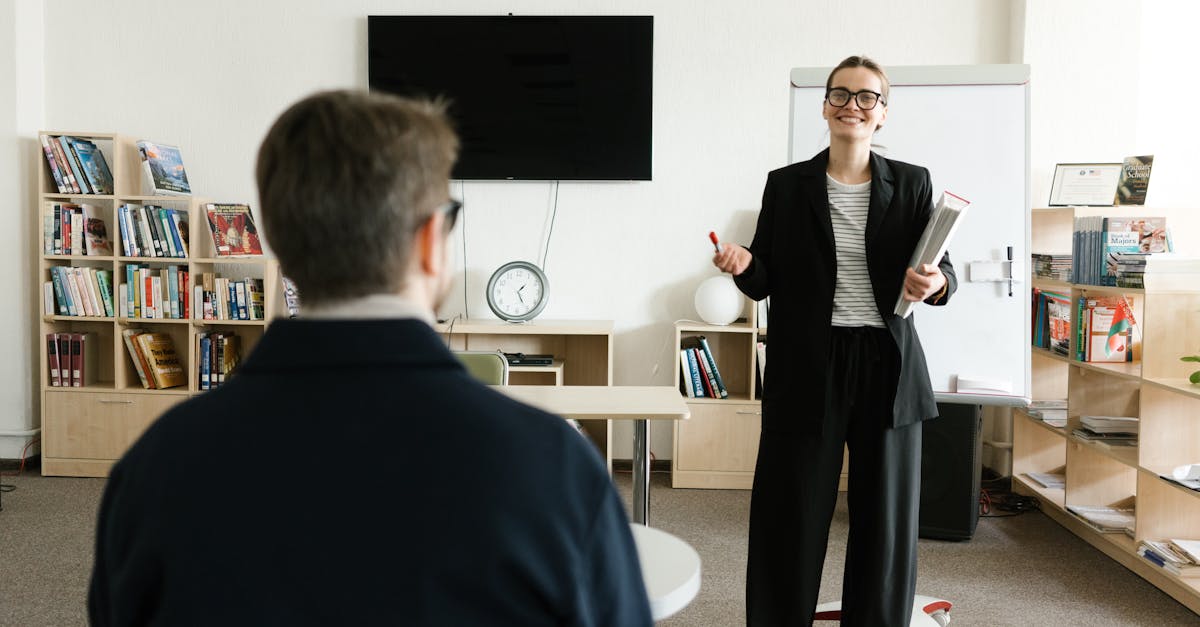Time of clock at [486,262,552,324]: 1:25
